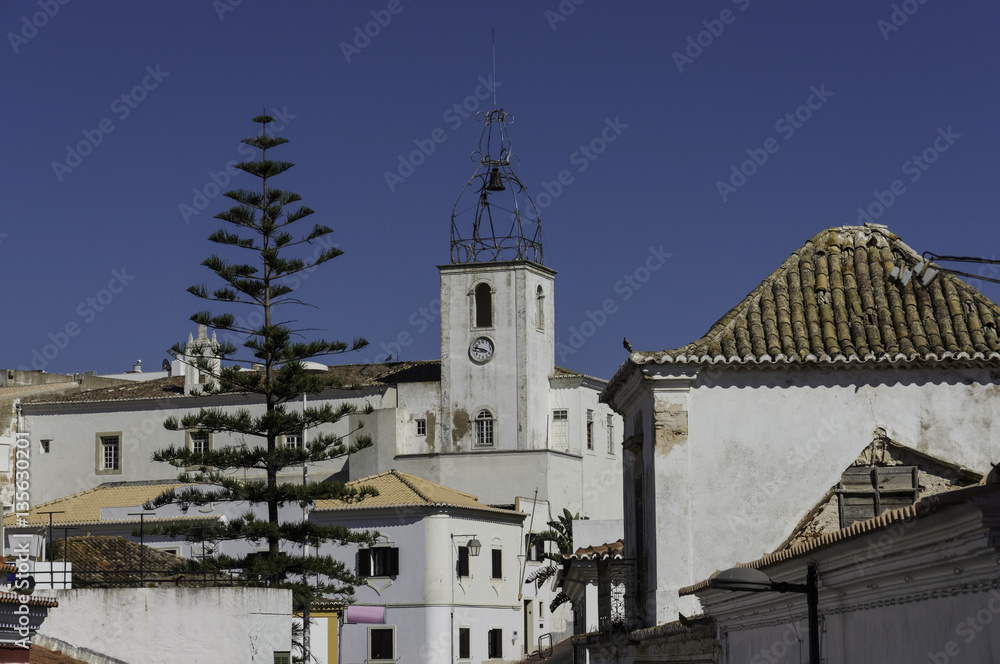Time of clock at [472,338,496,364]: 3:47
